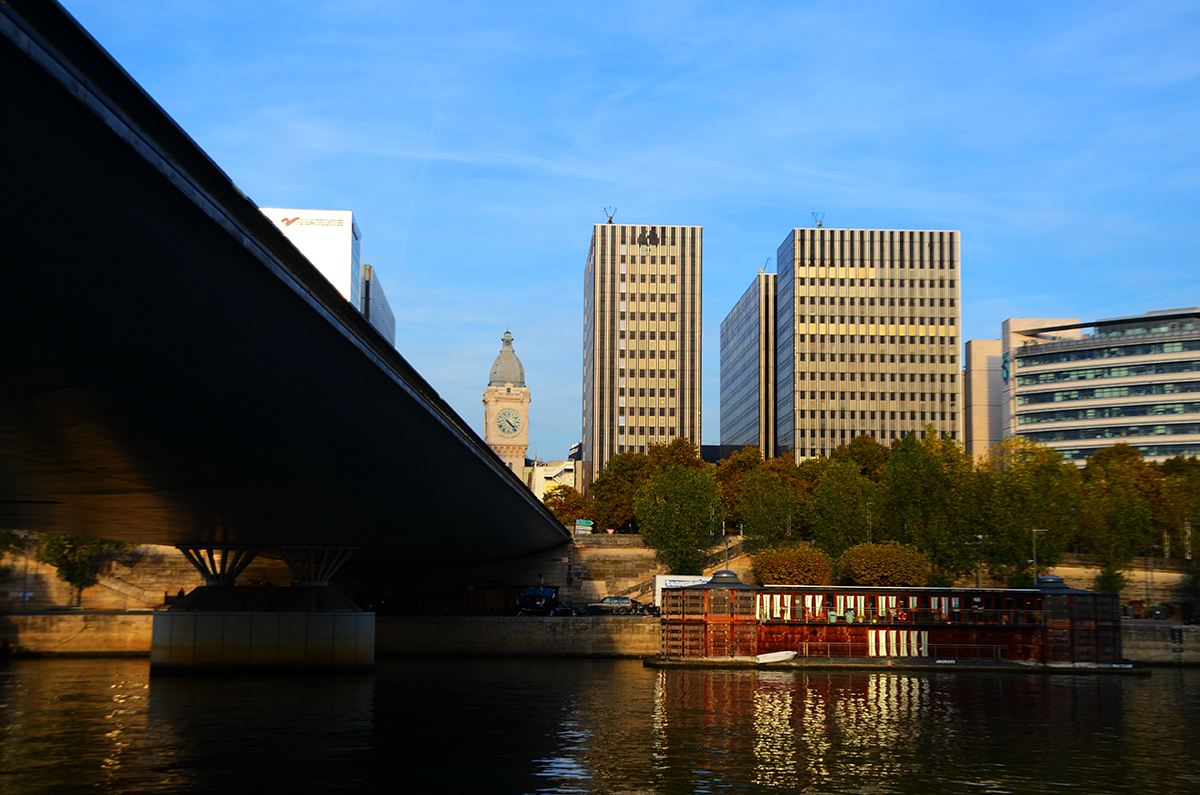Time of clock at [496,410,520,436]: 4:22
